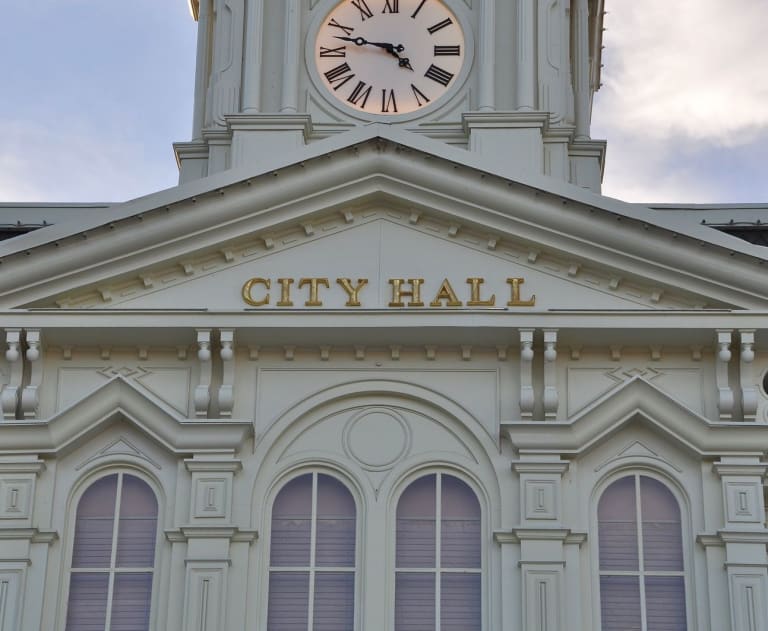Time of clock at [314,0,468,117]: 4:47
